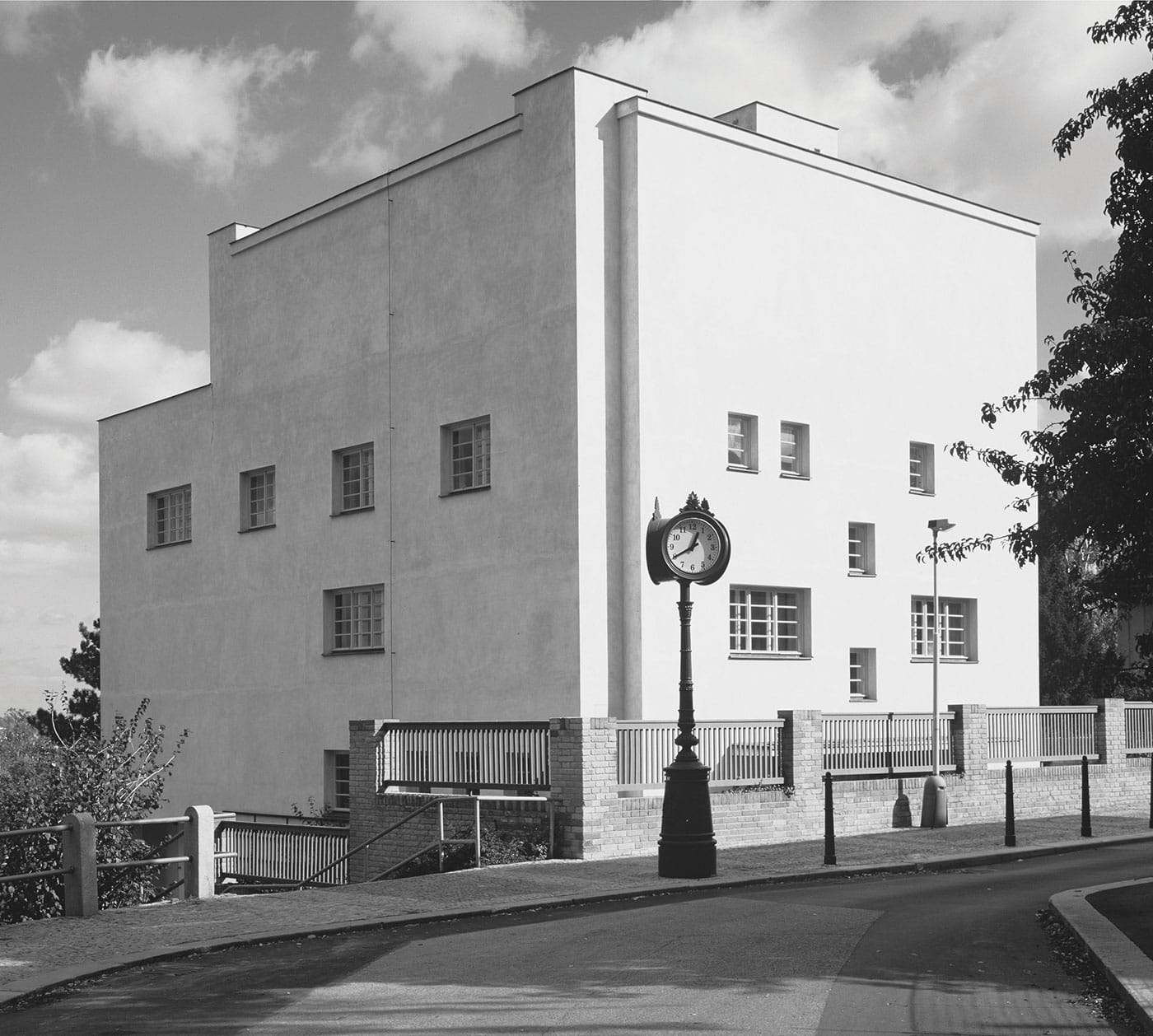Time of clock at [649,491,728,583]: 12:40
